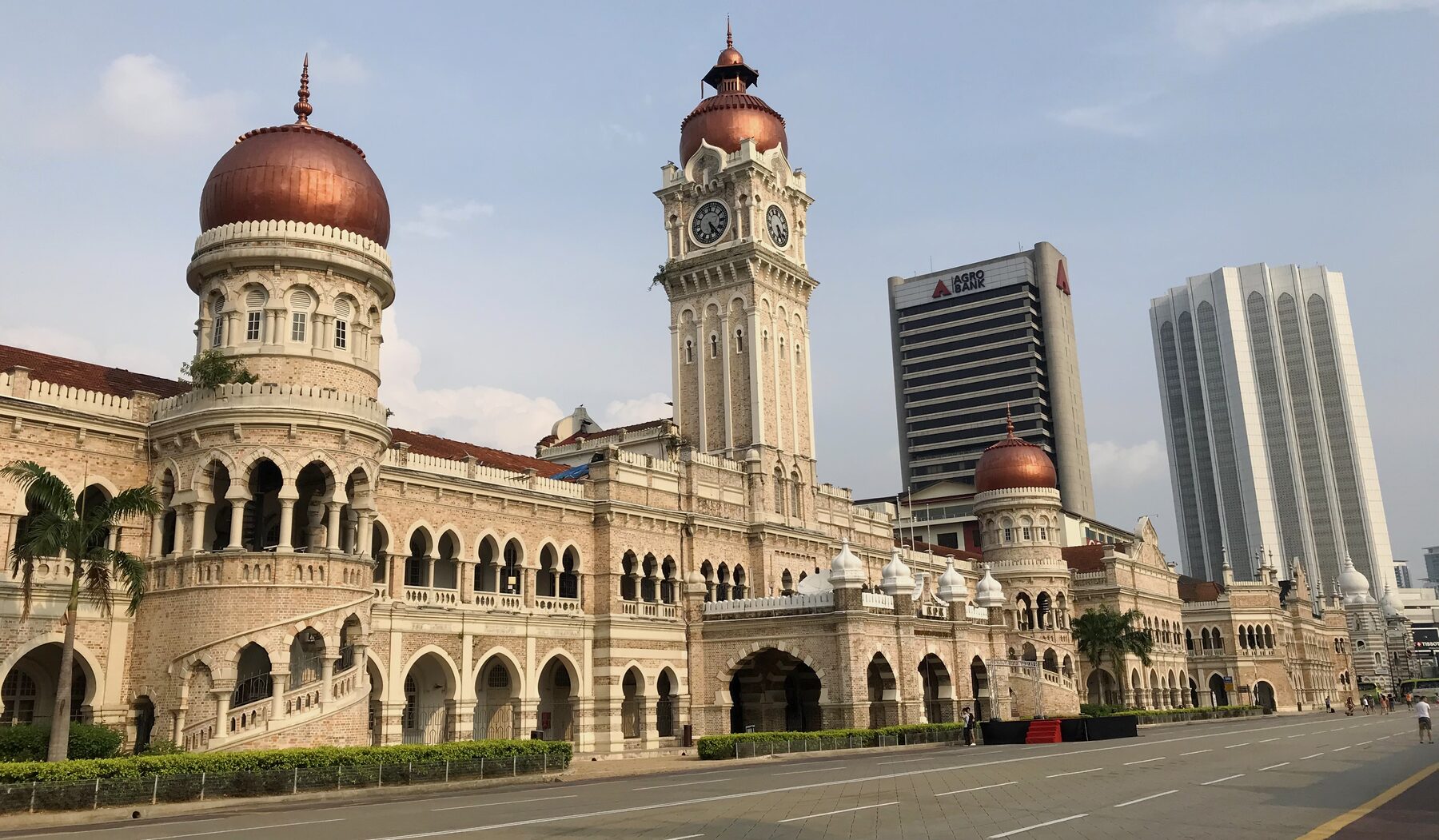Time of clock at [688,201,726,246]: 5:23
